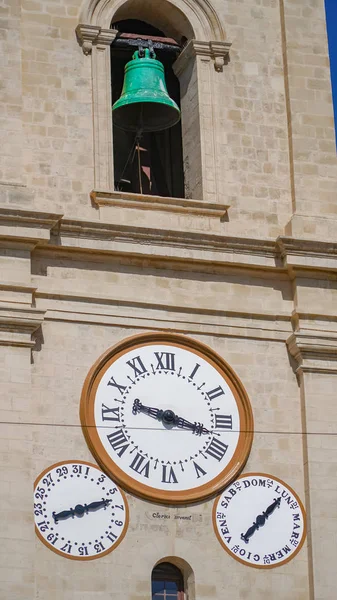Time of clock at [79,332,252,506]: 9:17
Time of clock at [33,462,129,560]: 8:12
